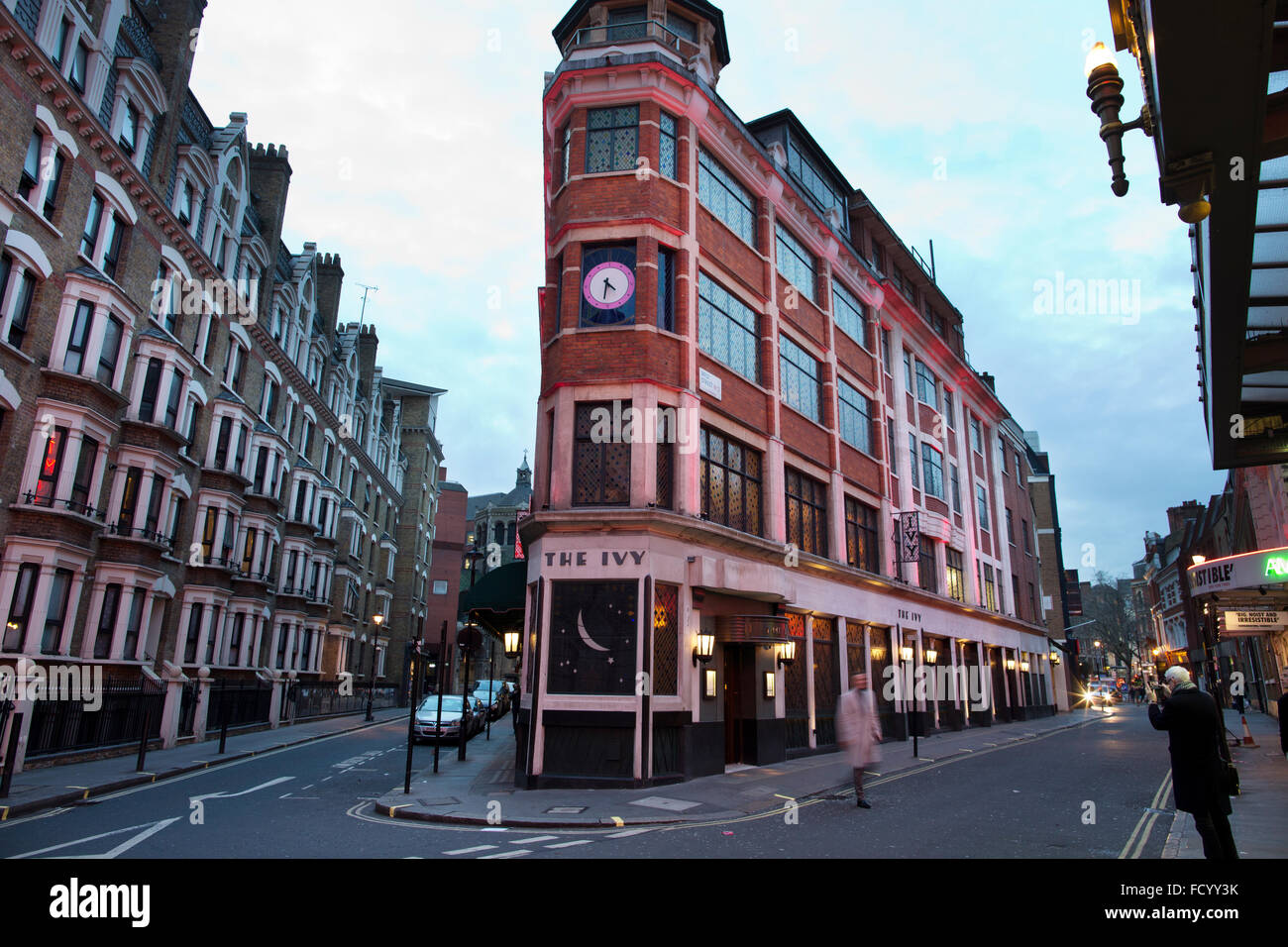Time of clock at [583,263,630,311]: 4:32
